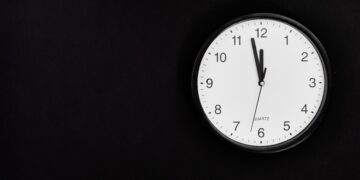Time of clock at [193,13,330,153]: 11:57
